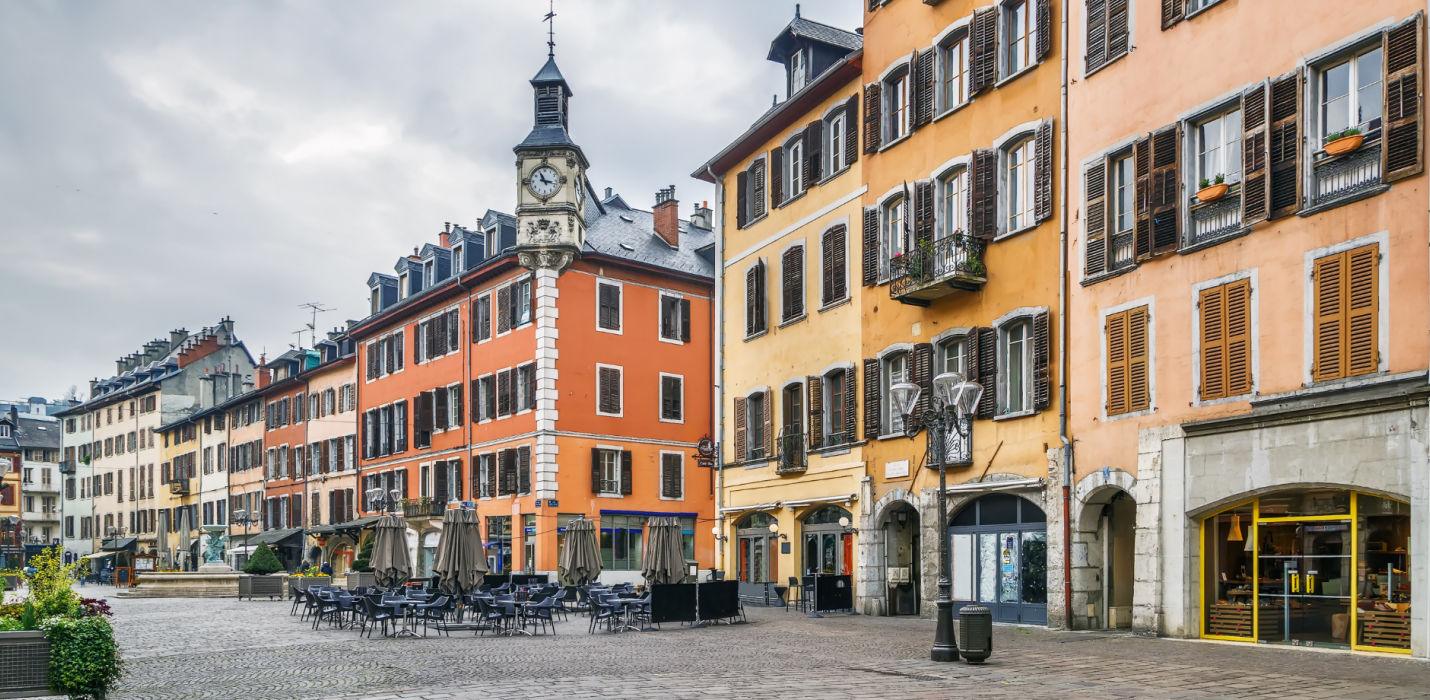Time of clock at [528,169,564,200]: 11:17
